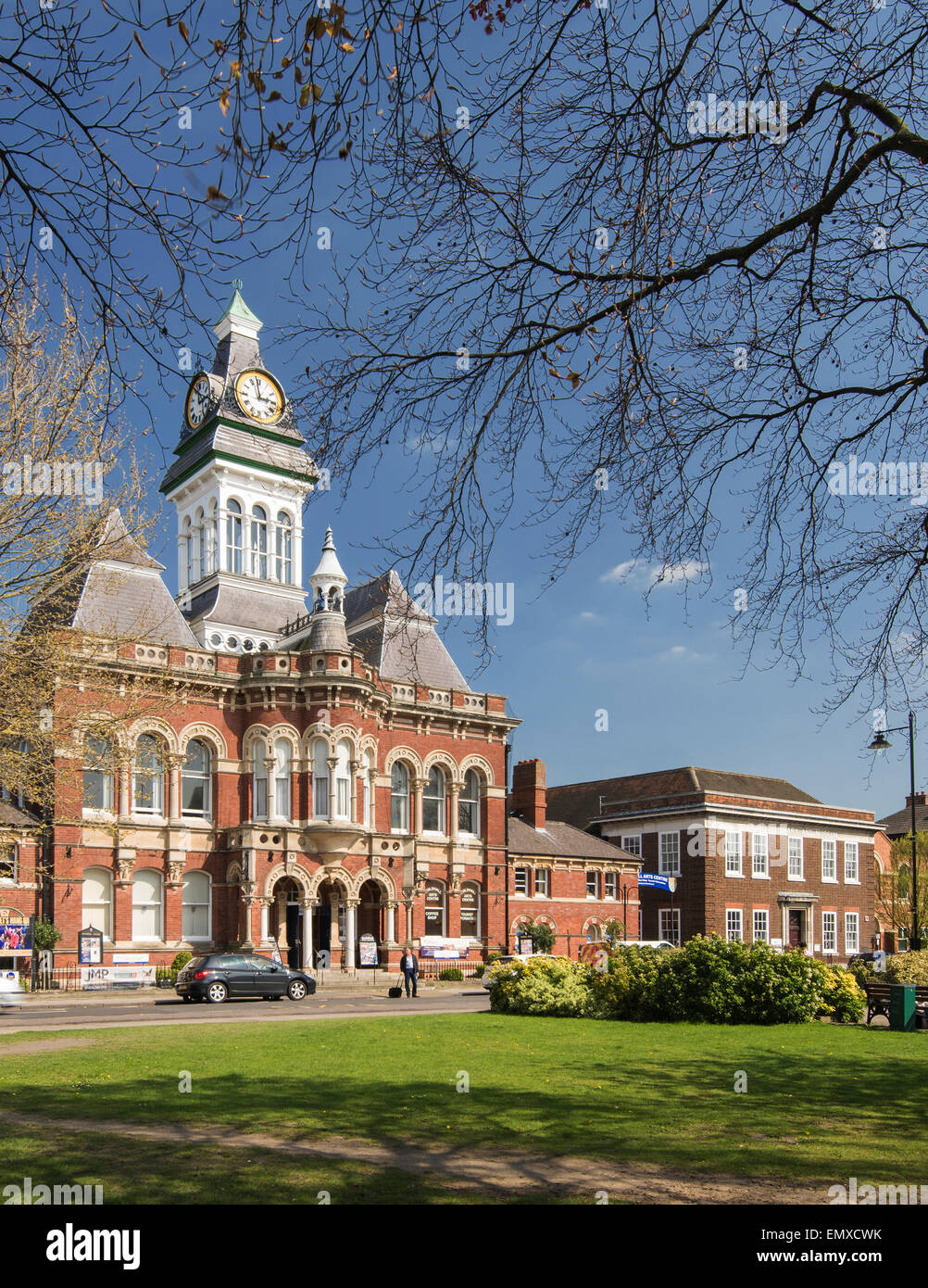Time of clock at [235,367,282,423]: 2:58
